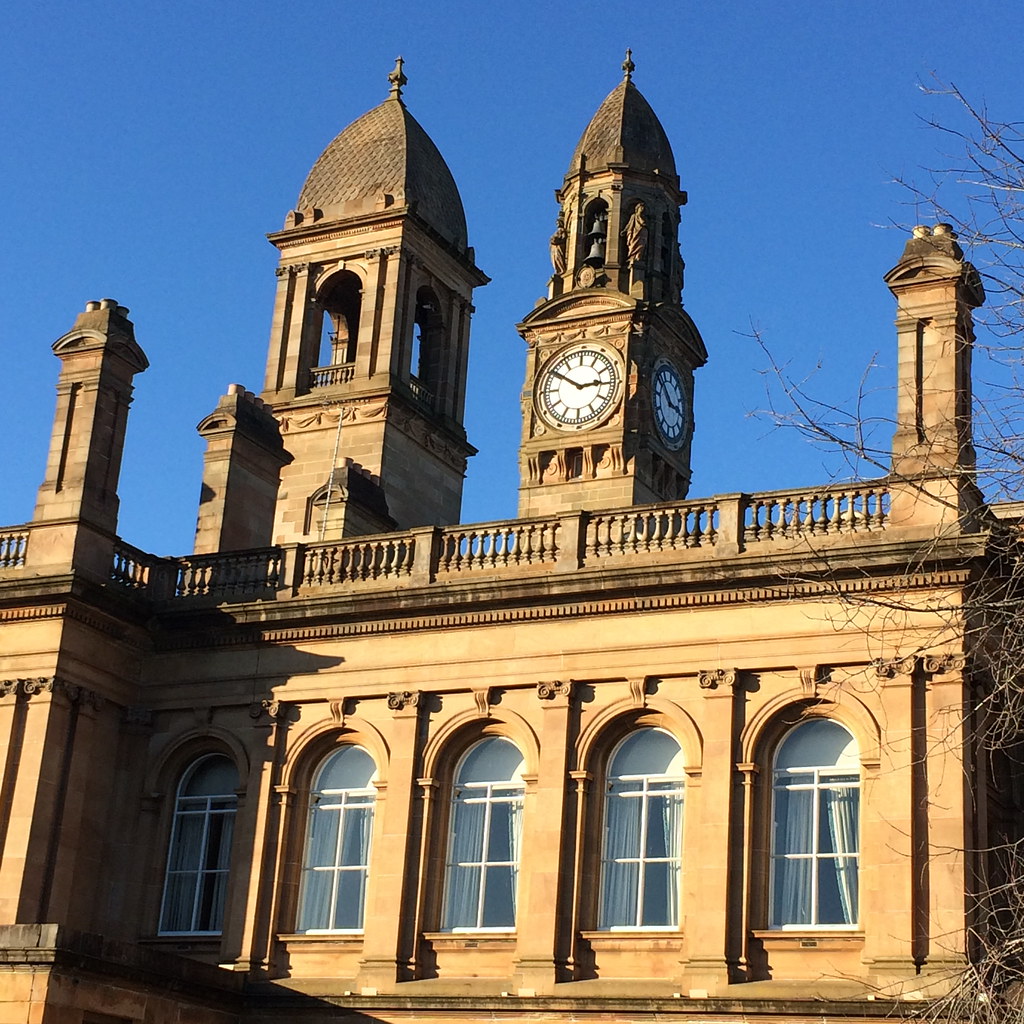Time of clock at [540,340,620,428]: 2:50
